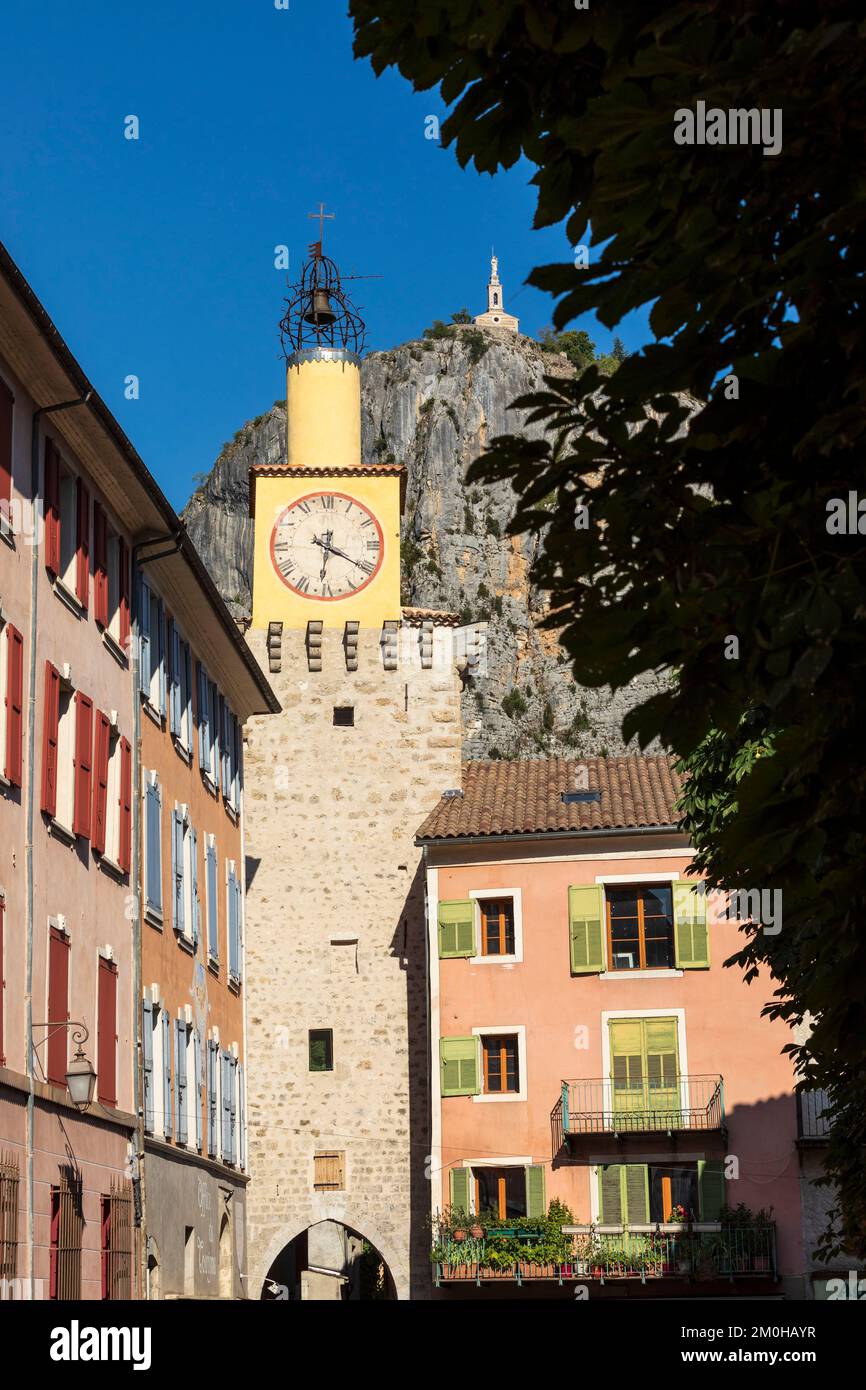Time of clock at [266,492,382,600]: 6:20
